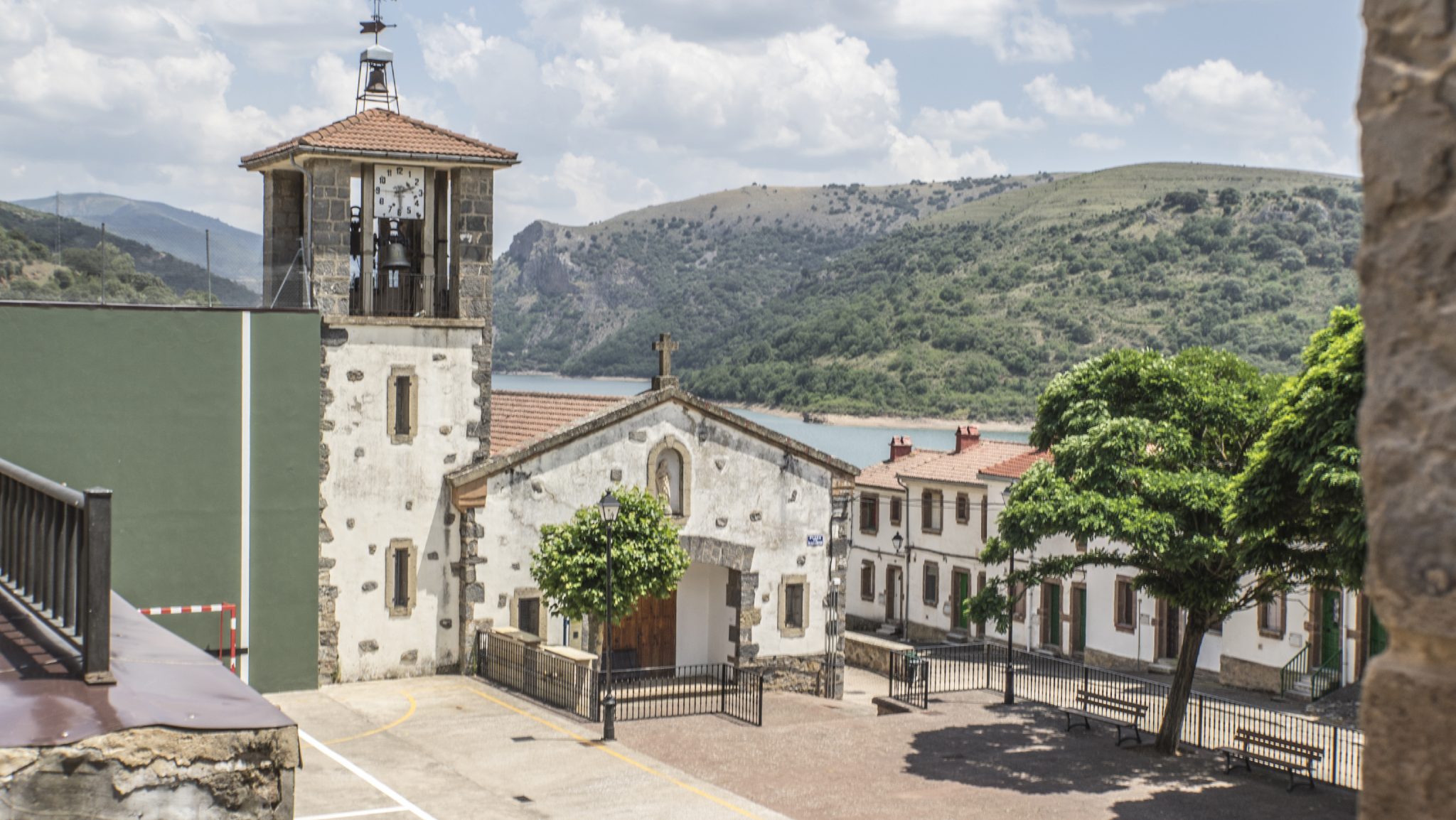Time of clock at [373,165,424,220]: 2:29
